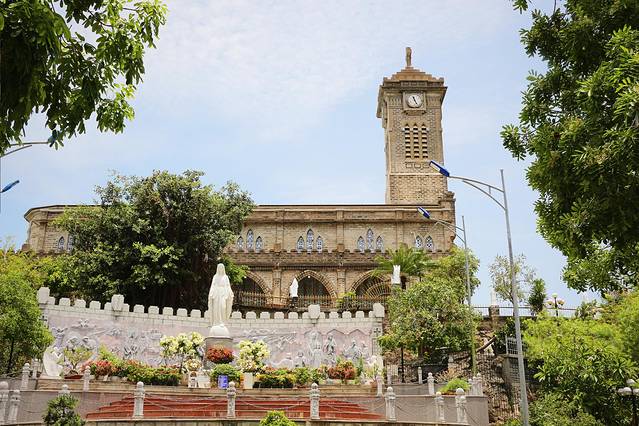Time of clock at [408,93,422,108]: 11:25
